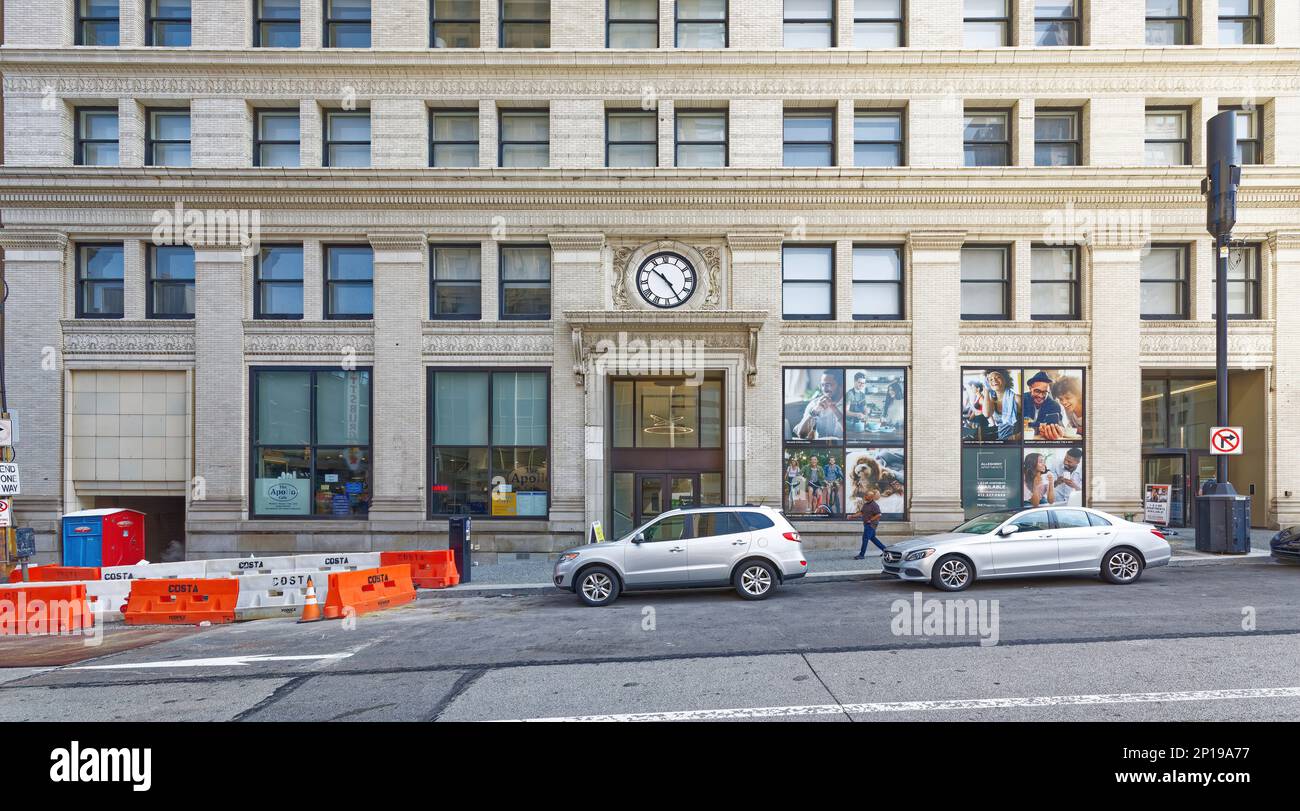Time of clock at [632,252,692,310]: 10:24
